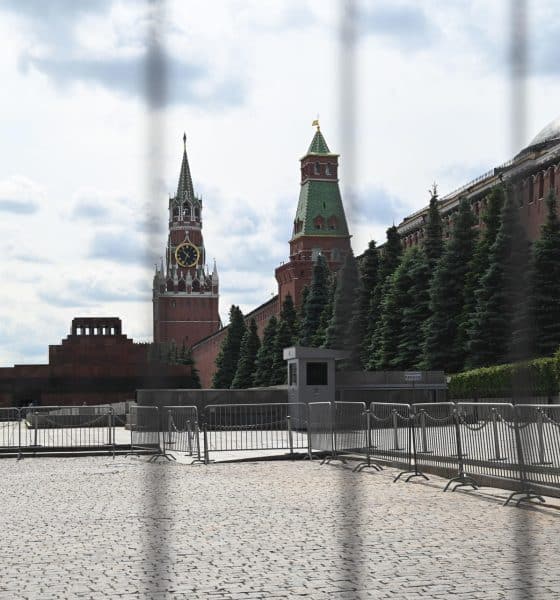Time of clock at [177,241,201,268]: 10:33
